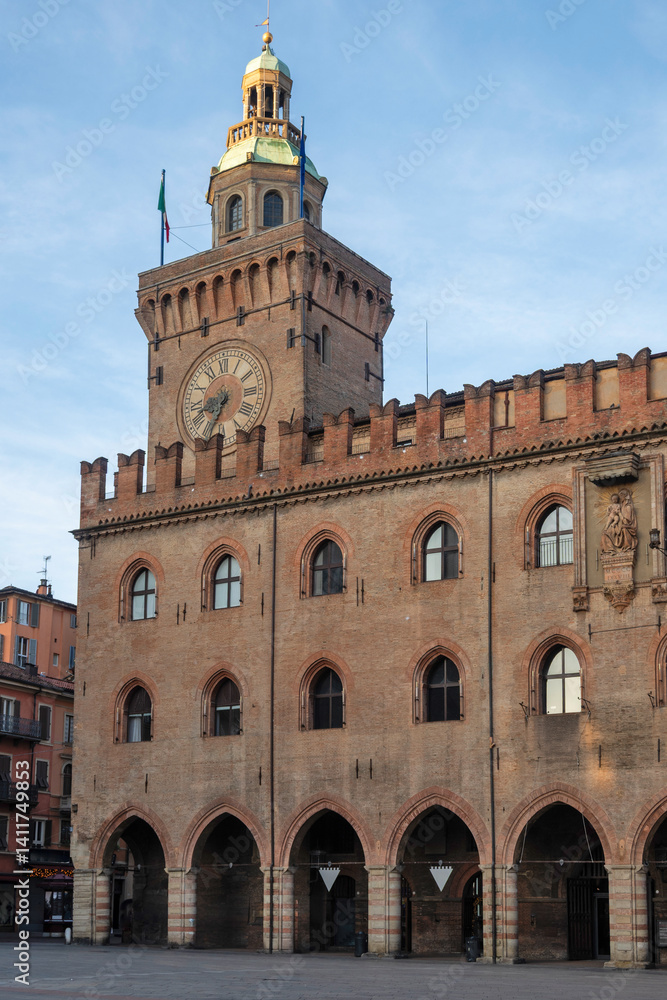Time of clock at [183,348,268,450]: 8:34
